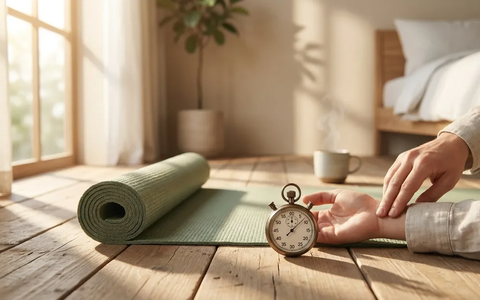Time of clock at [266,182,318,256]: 12:07
